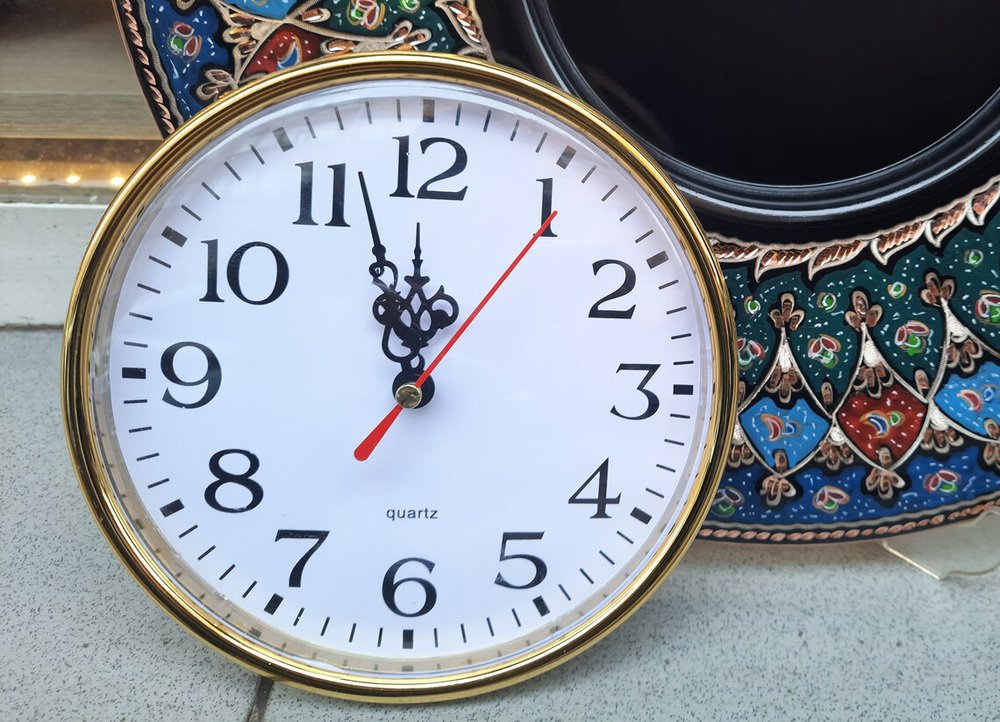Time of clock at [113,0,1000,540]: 11:57
